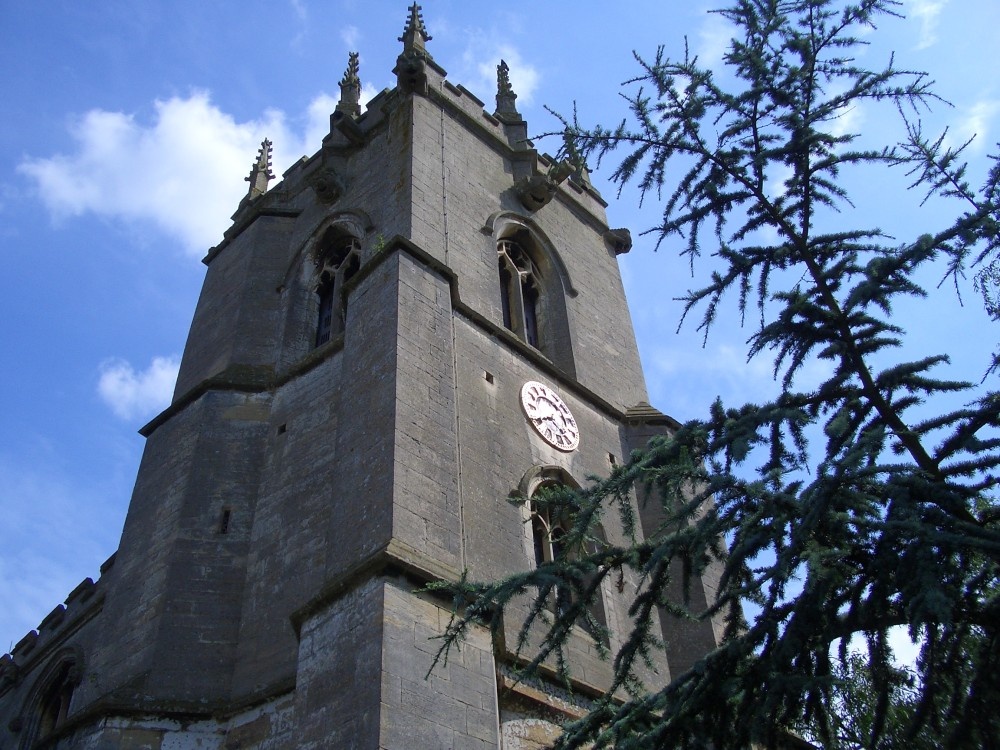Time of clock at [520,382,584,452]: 4:40
